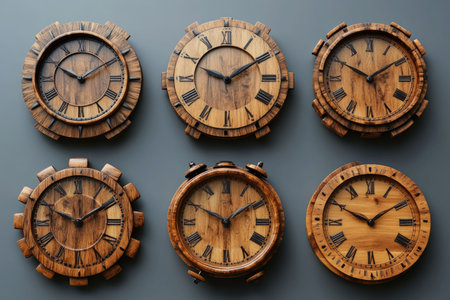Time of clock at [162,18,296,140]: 10:09
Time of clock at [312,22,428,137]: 1:50
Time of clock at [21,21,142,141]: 10:09
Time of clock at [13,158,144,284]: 1:49
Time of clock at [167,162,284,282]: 1:49
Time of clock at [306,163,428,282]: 1:49
